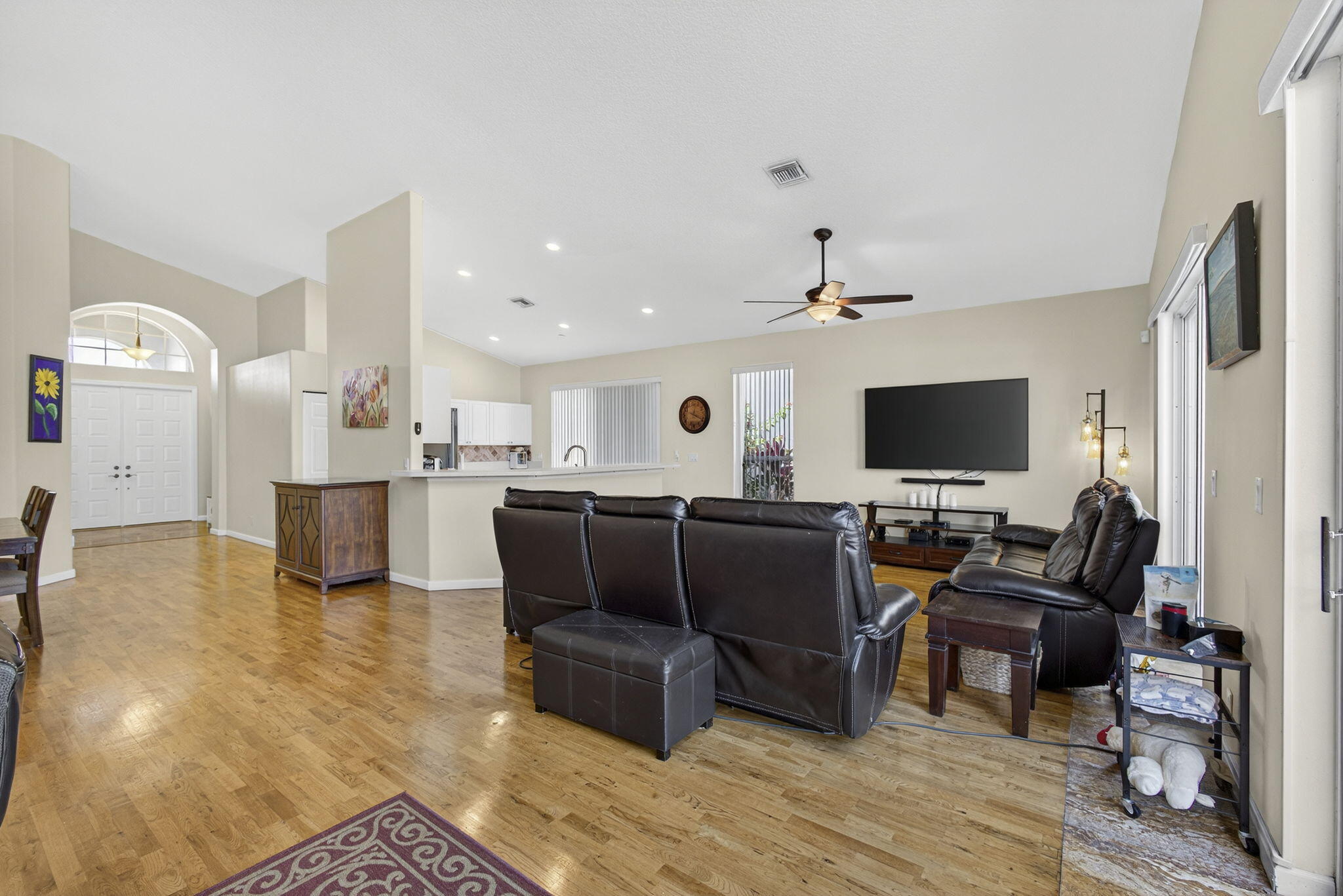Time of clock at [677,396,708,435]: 12:19
